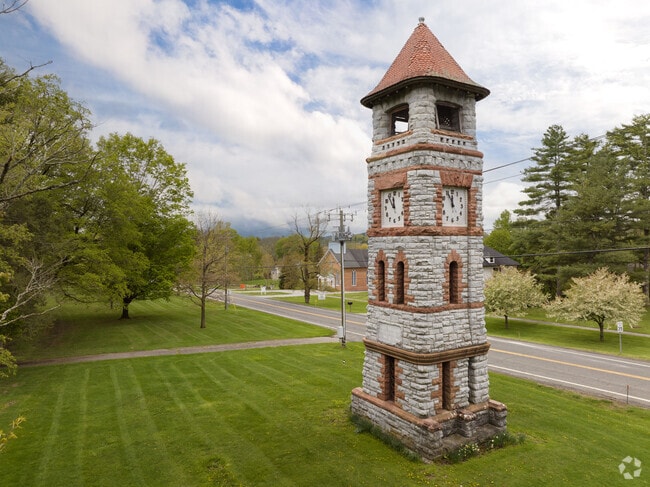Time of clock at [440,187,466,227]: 11:55
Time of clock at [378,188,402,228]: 11:54
